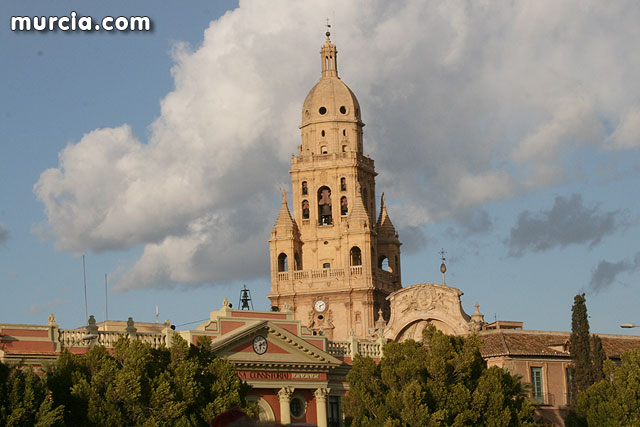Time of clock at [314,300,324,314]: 6:10
